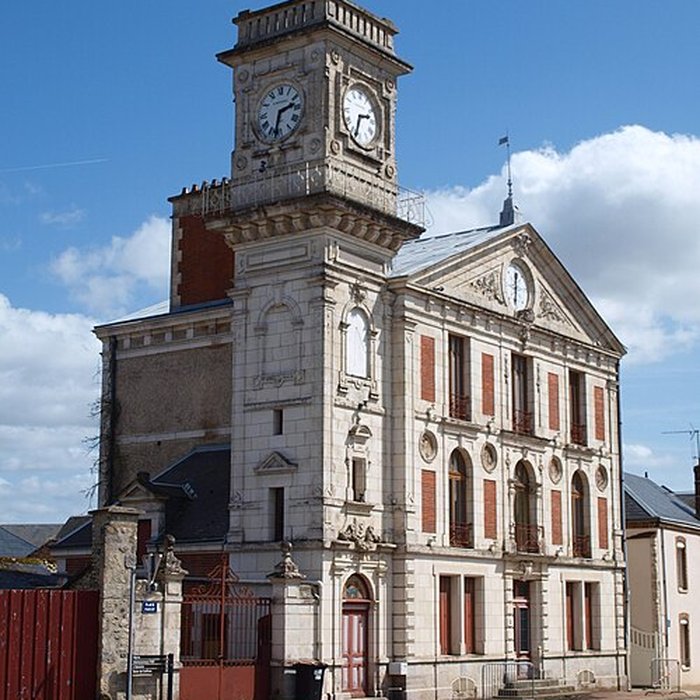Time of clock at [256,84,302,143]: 2:32
